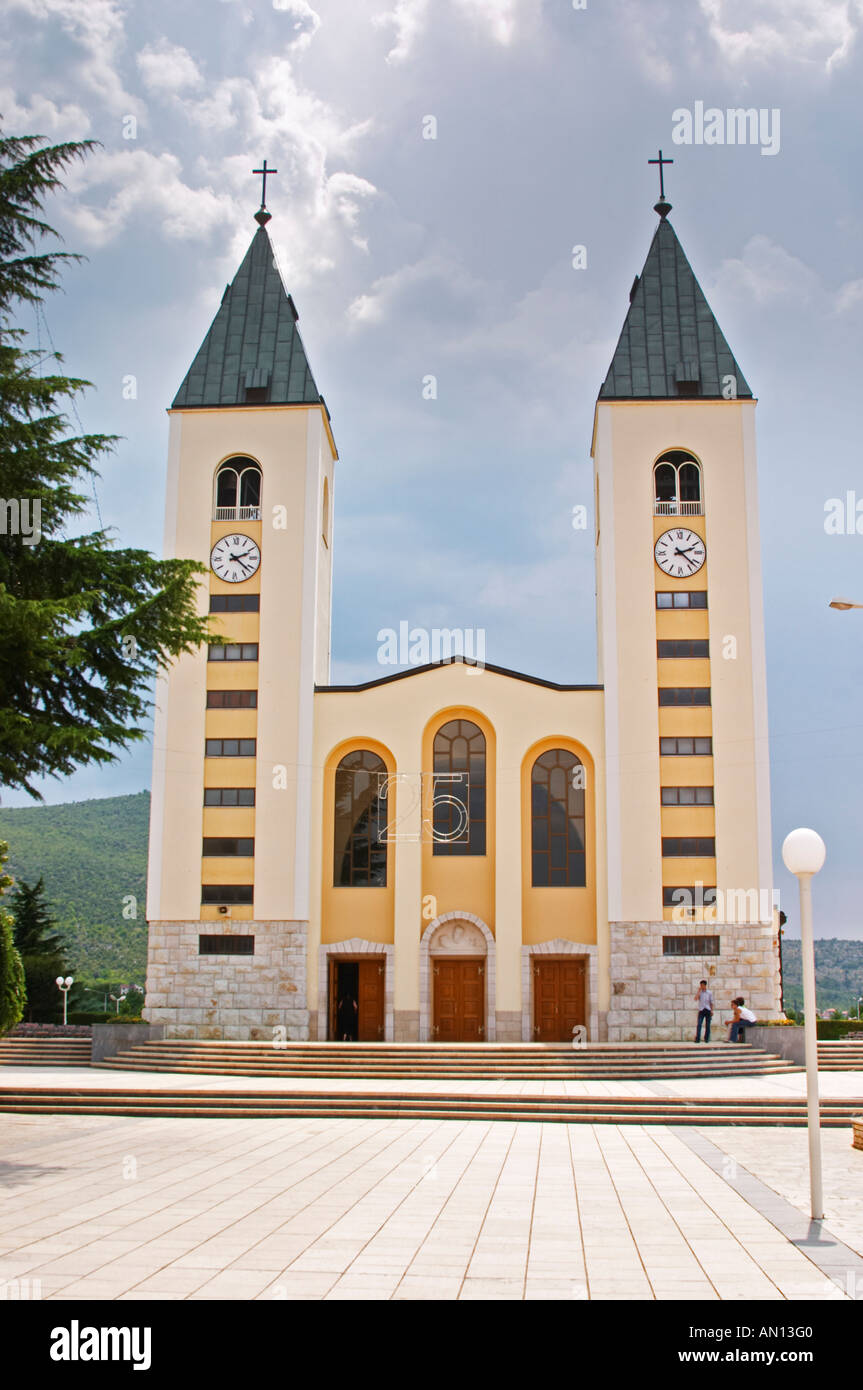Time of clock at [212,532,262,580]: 2:21
